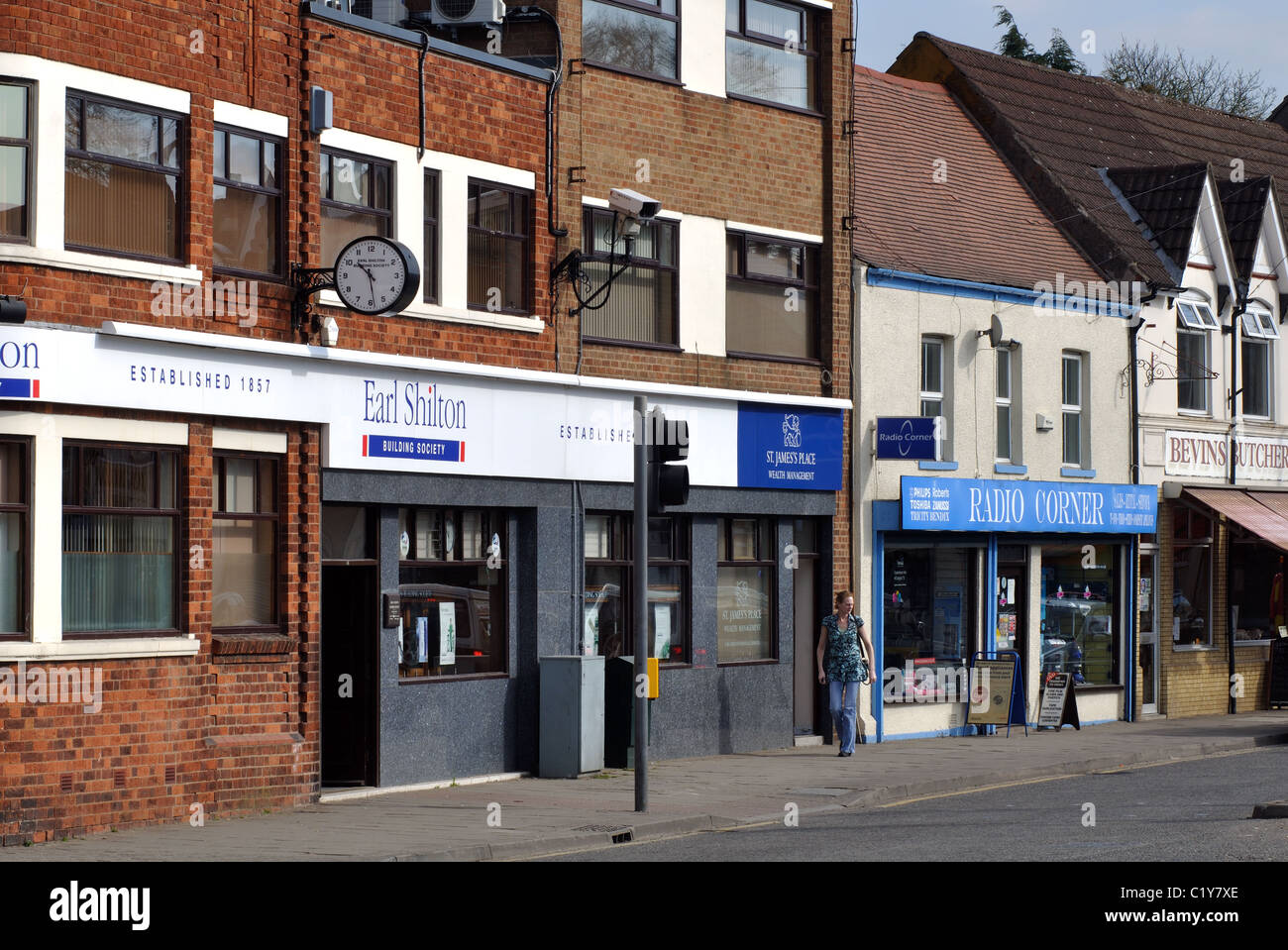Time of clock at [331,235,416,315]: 10:28
